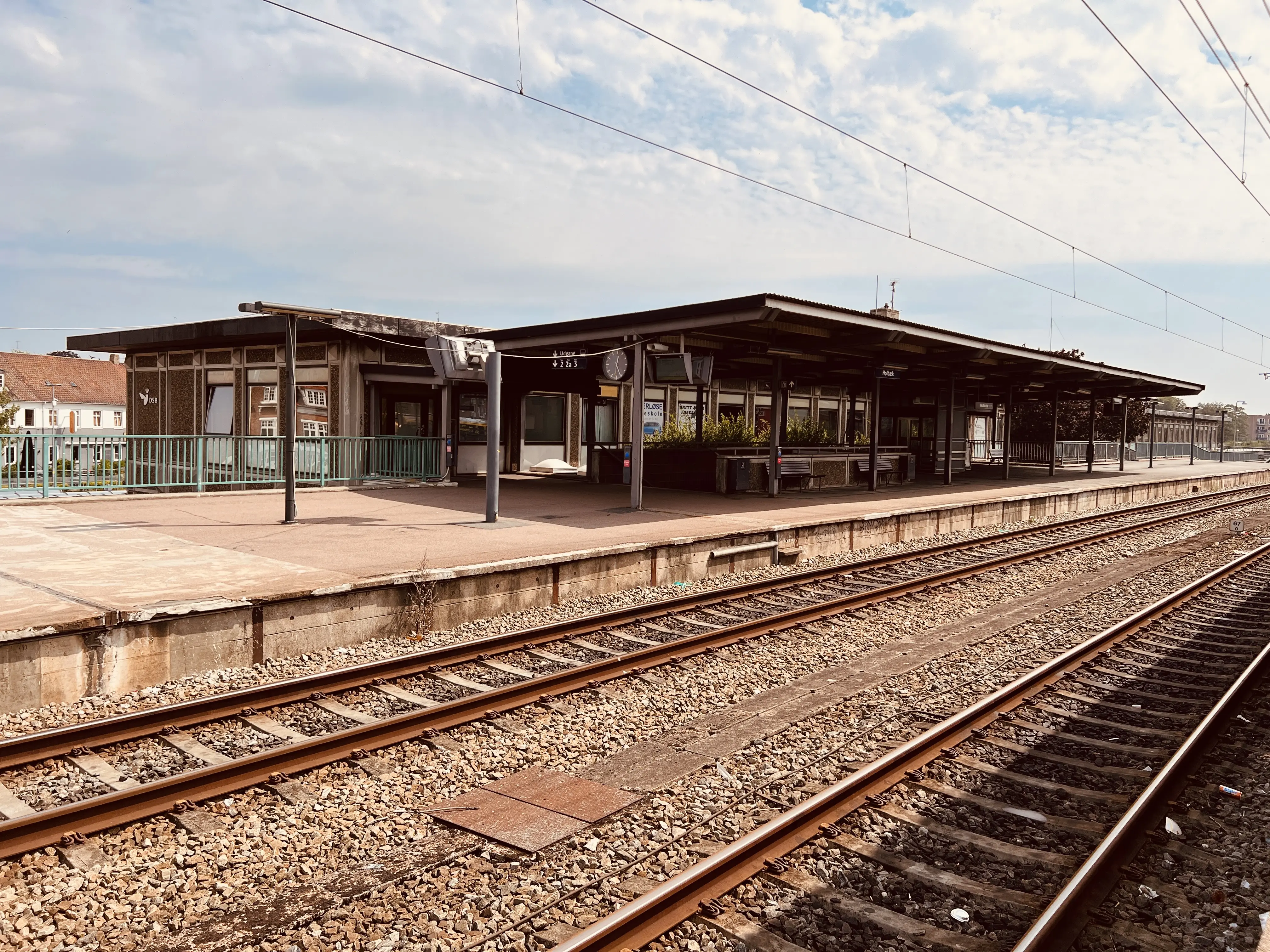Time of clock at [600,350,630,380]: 12:25
